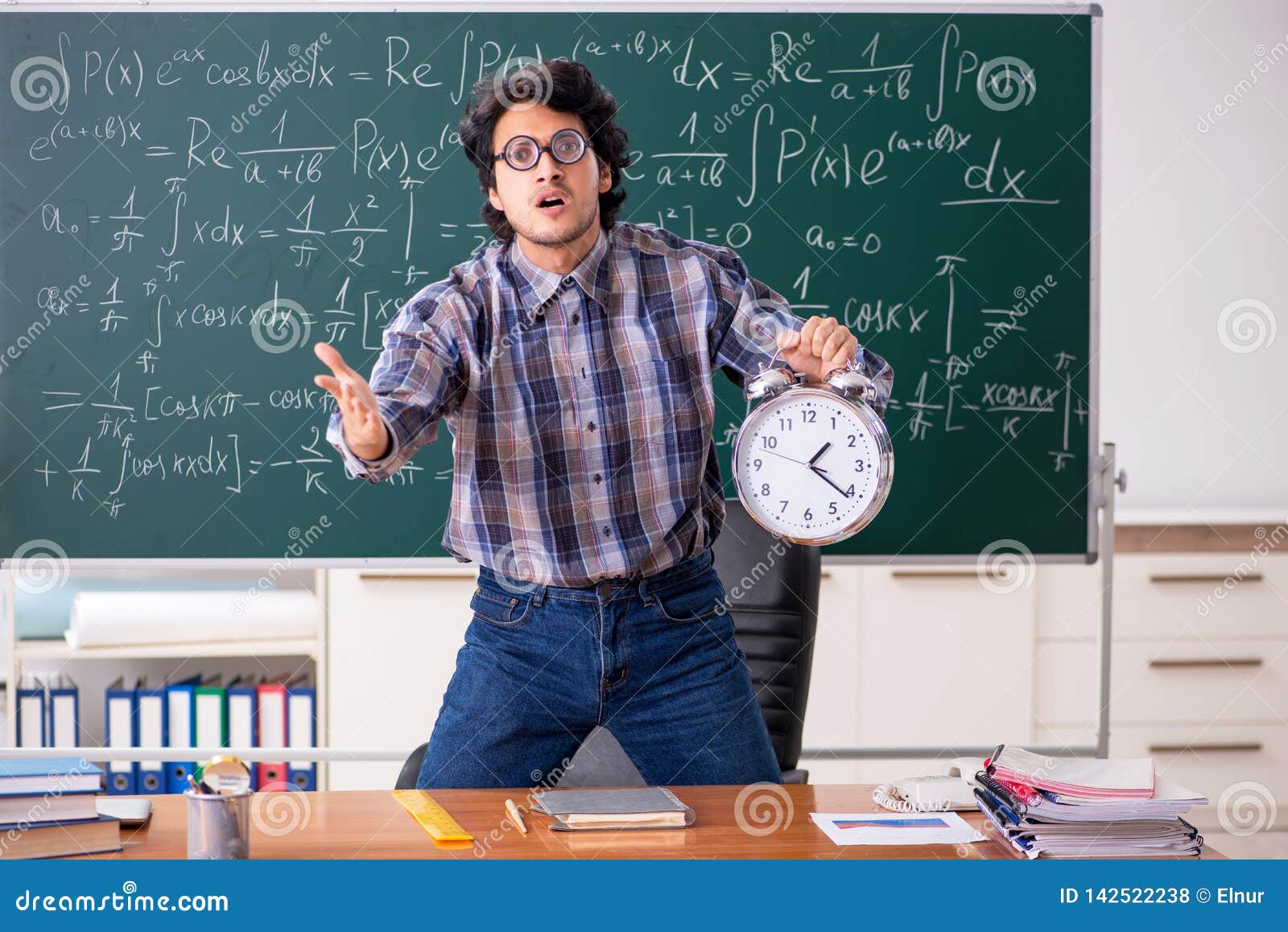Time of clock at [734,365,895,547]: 1:21
